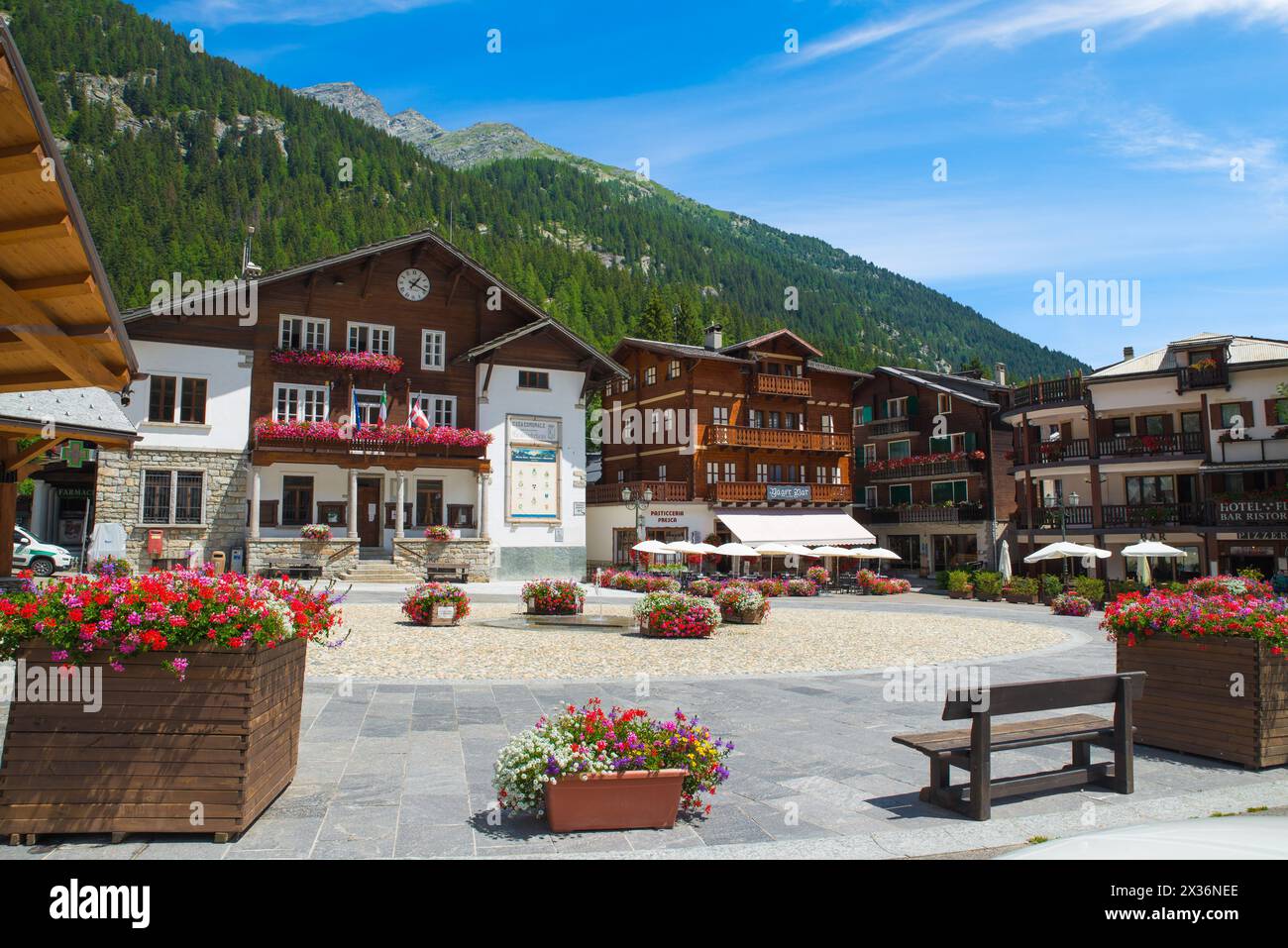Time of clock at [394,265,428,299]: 1:18
